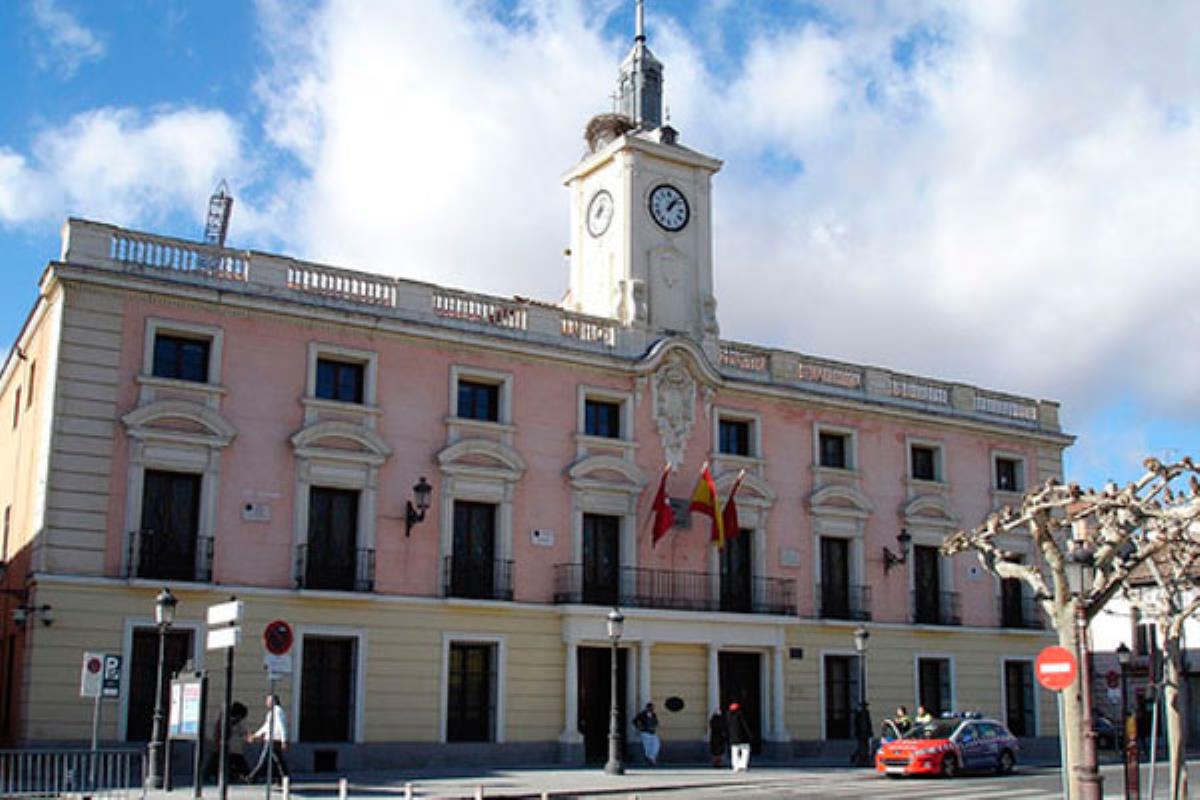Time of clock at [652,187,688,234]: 1:07
